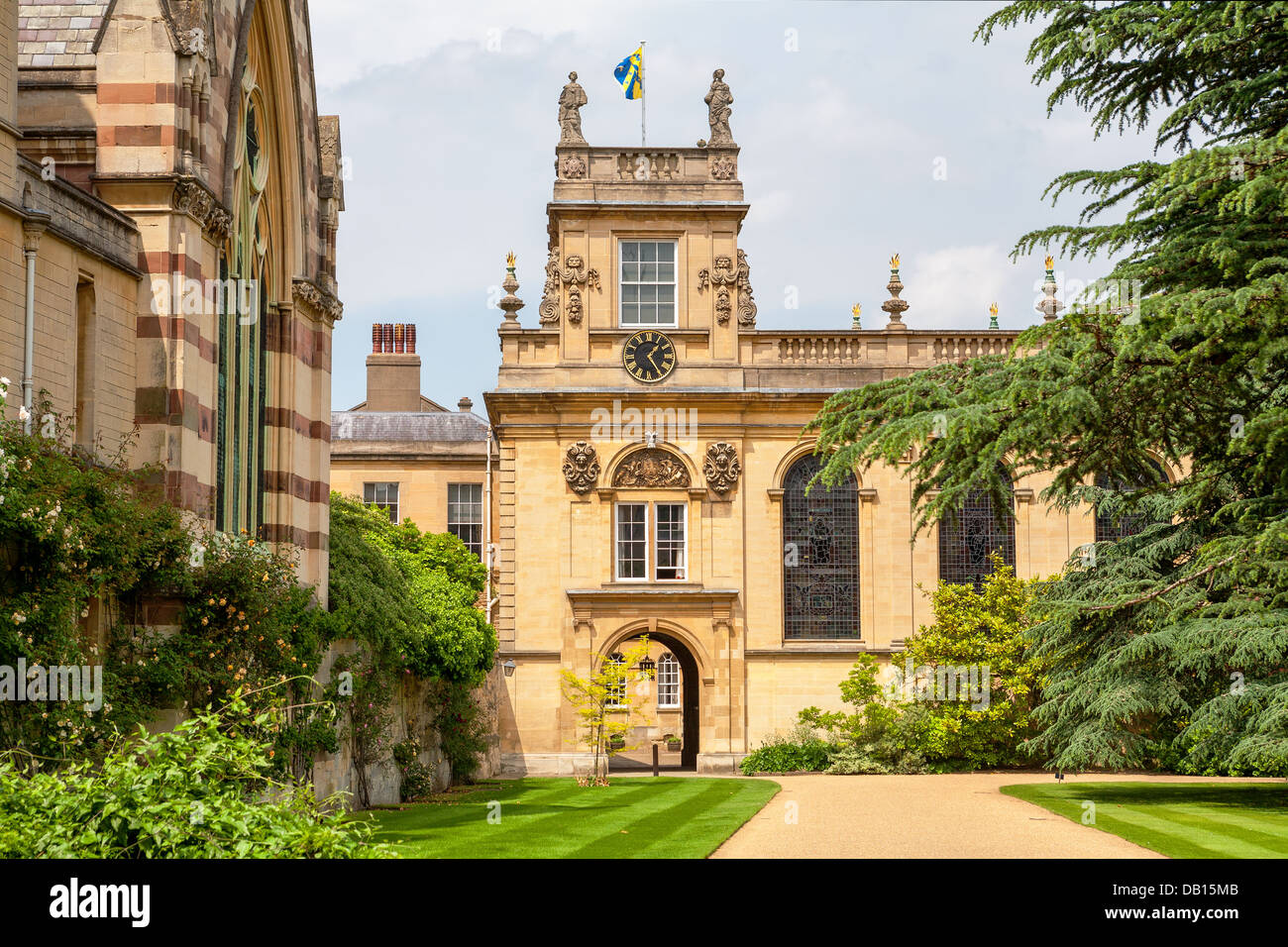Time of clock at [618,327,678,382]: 1:24
